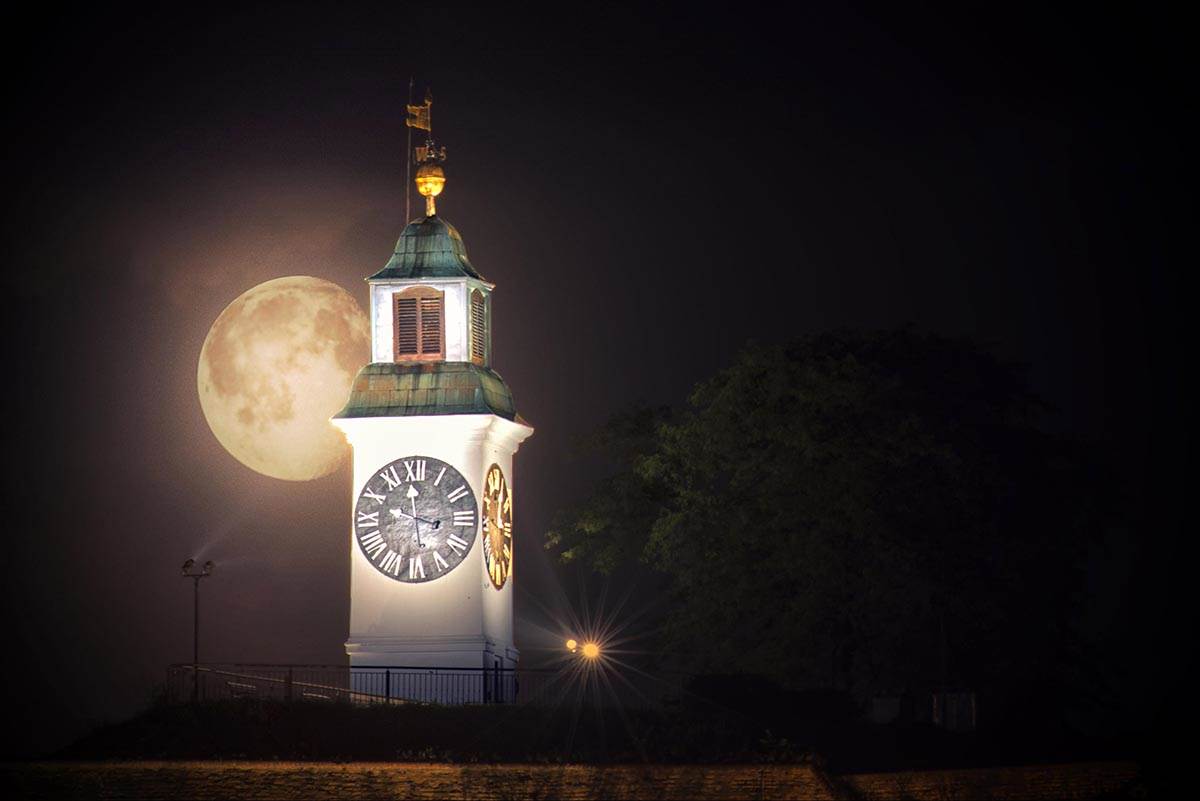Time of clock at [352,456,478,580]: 3:28
